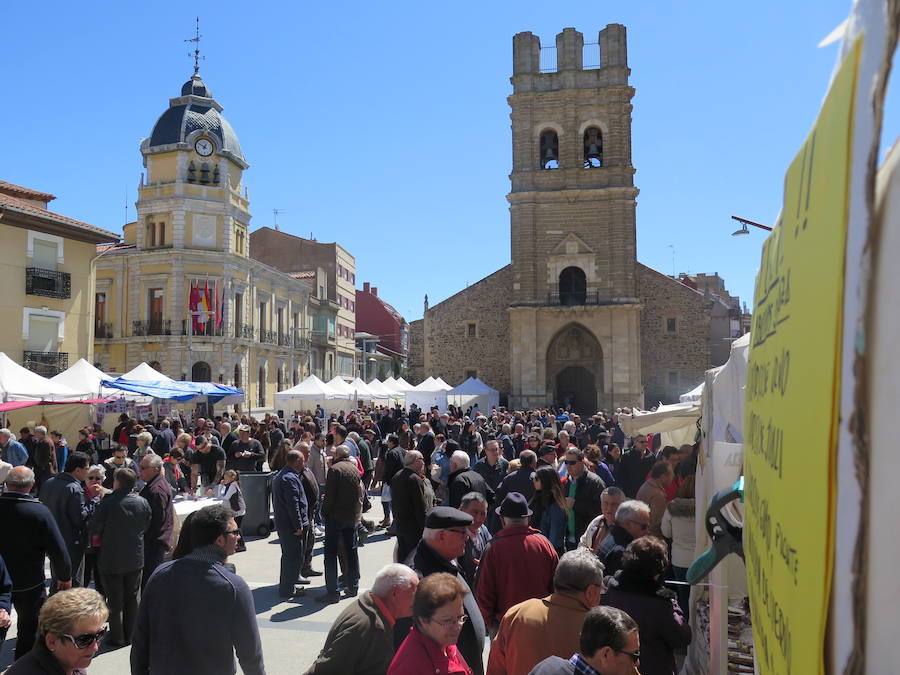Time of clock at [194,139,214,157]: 12:51
